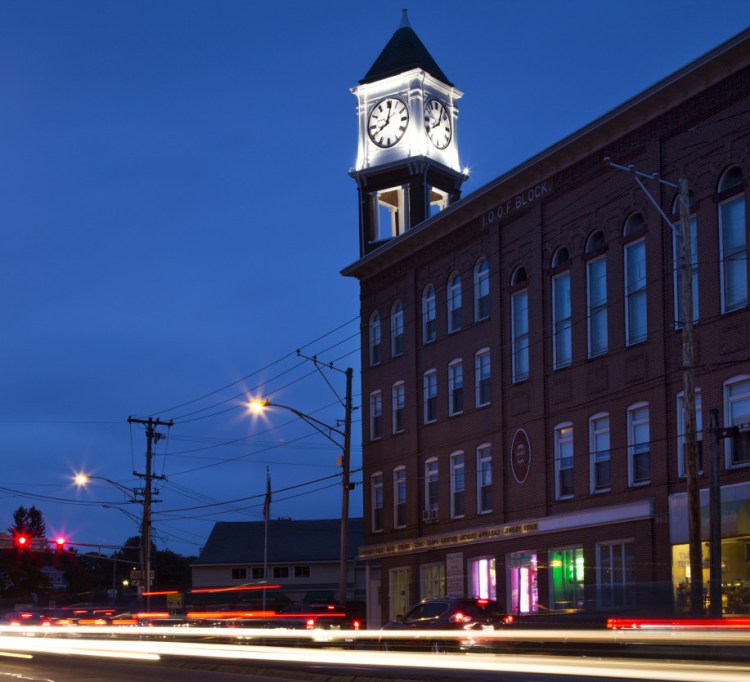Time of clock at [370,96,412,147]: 8:01
